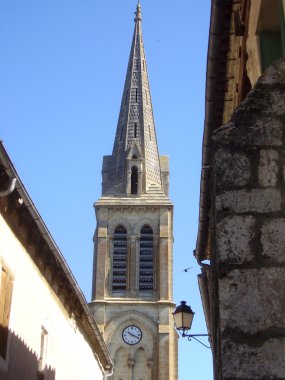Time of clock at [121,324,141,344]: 10:19
